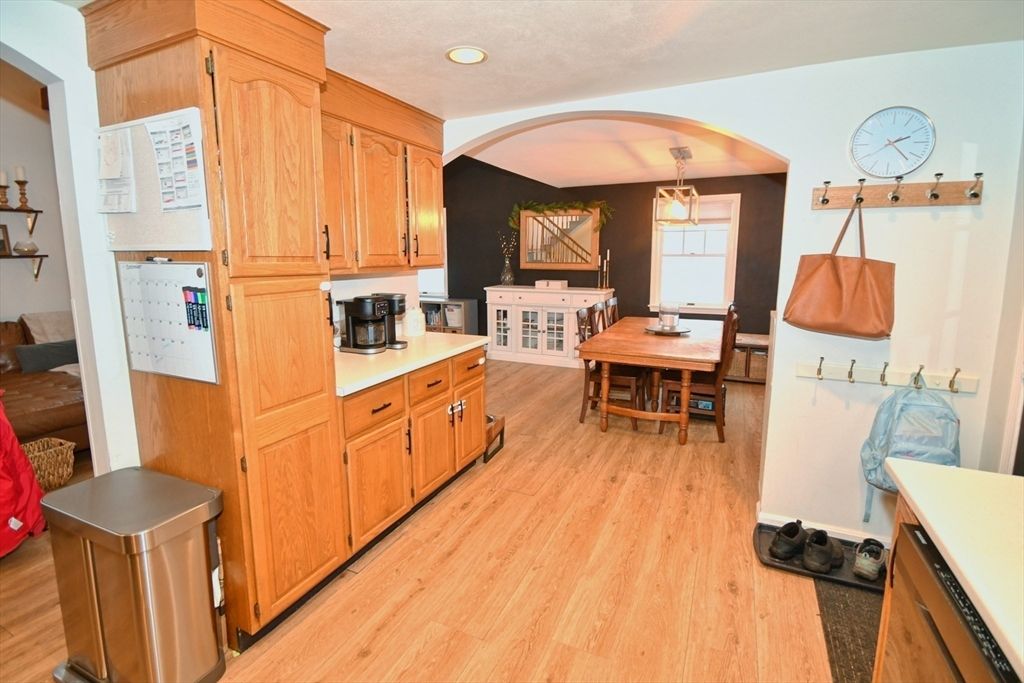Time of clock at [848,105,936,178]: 2:22
